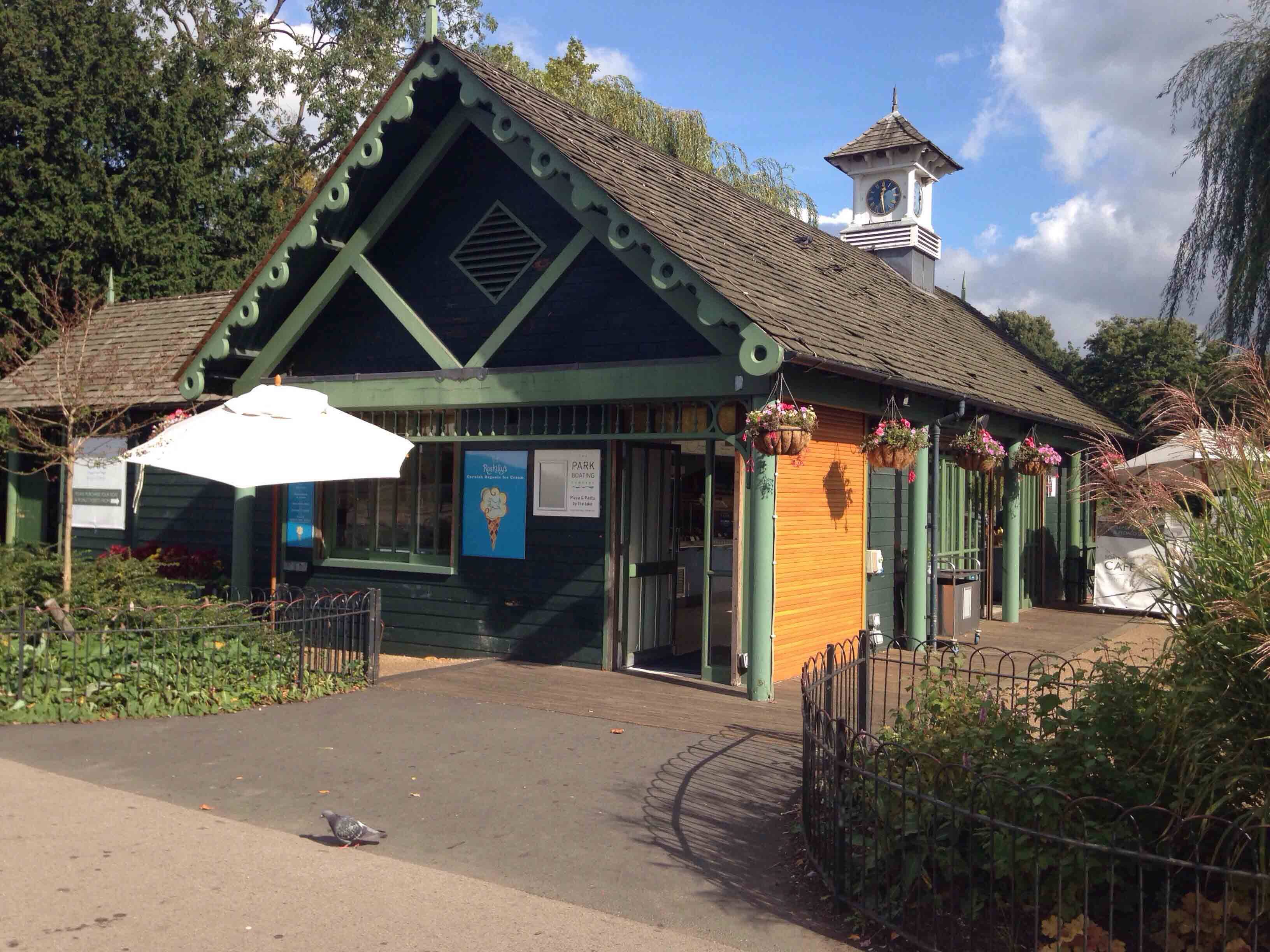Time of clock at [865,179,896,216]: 12:28
